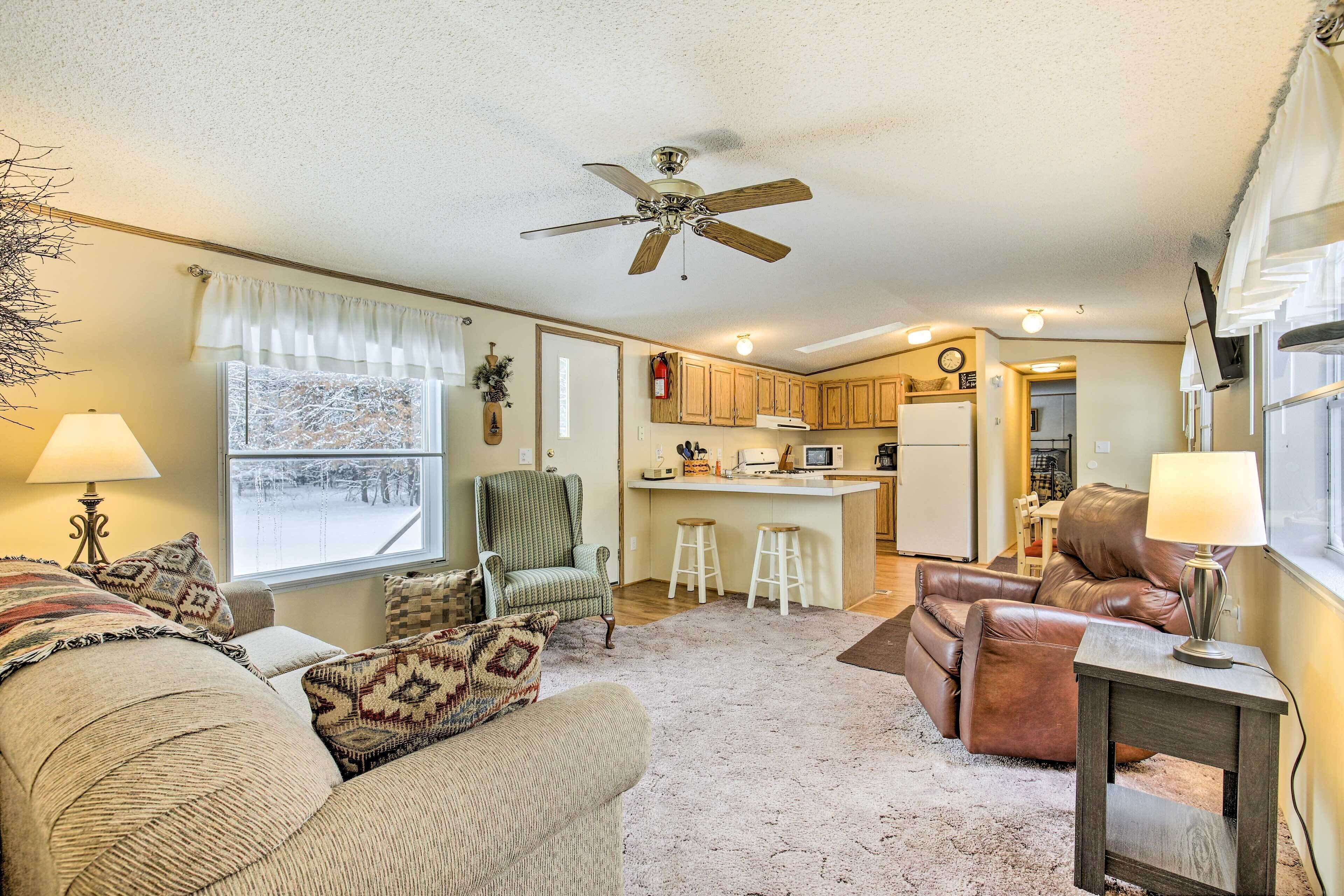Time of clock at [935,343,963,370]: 9:34
